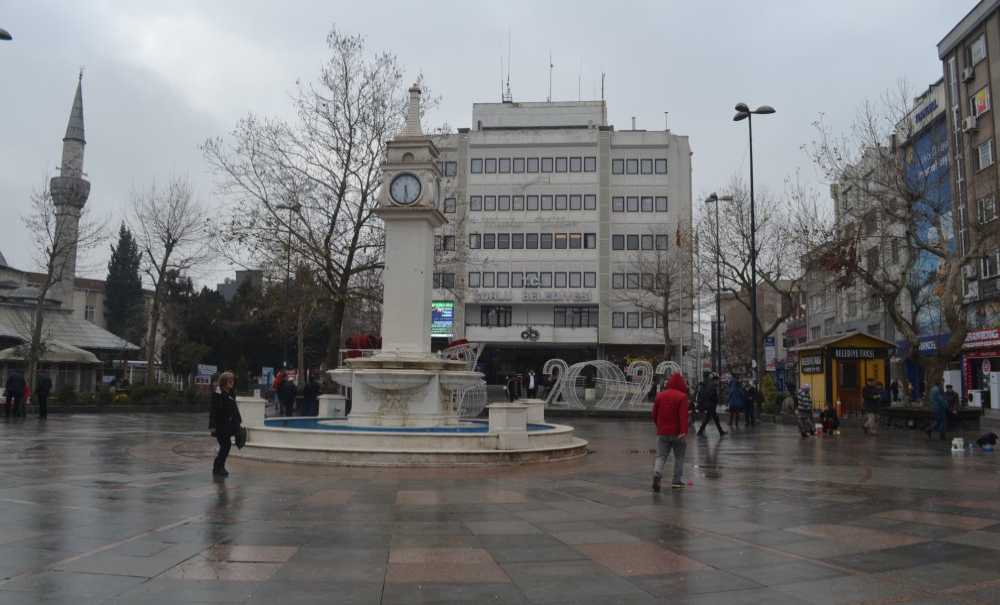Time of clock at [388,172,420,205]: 5:30
